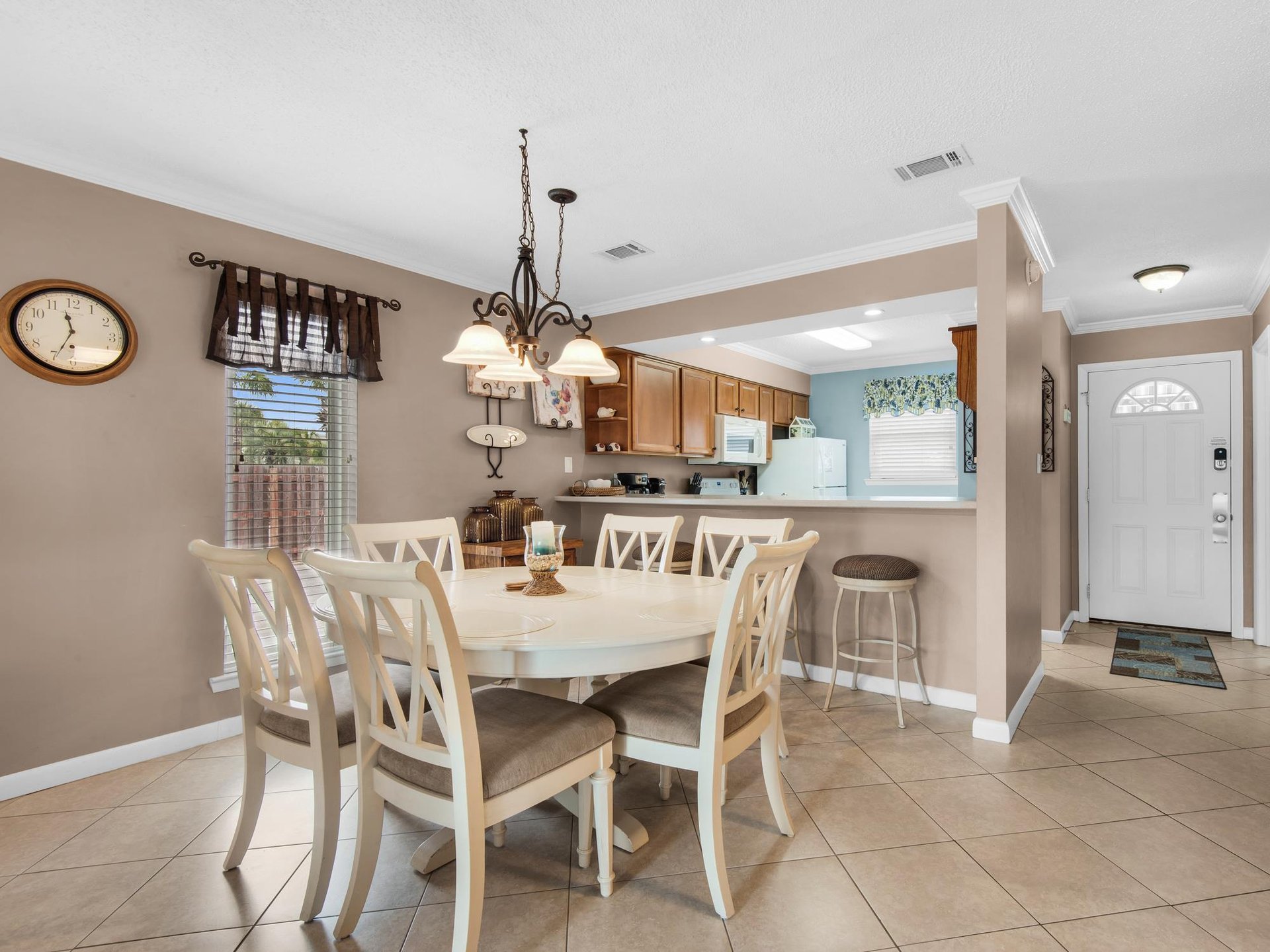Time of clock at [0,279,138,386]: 11:33
